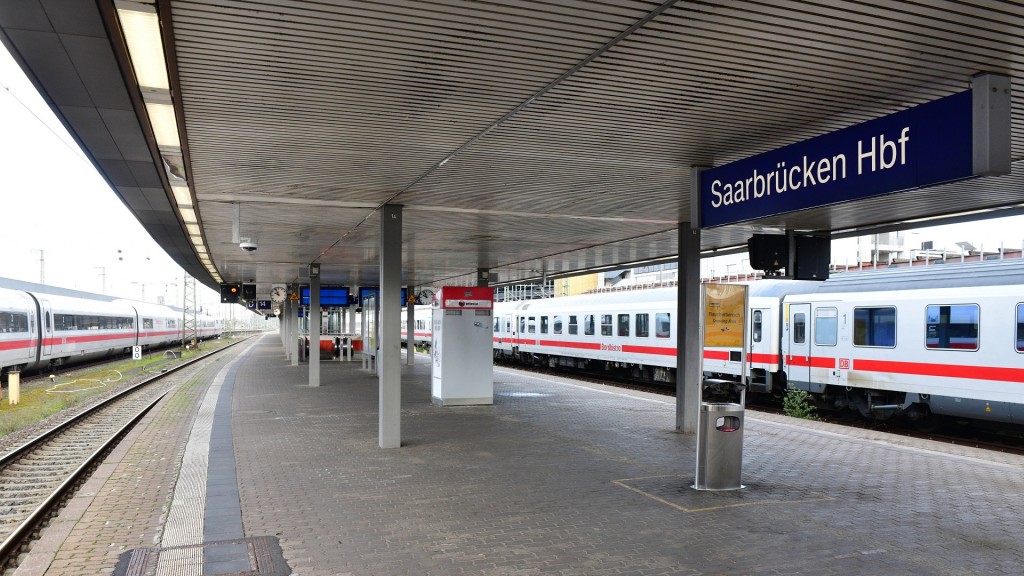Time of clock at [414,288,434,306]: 9:56
